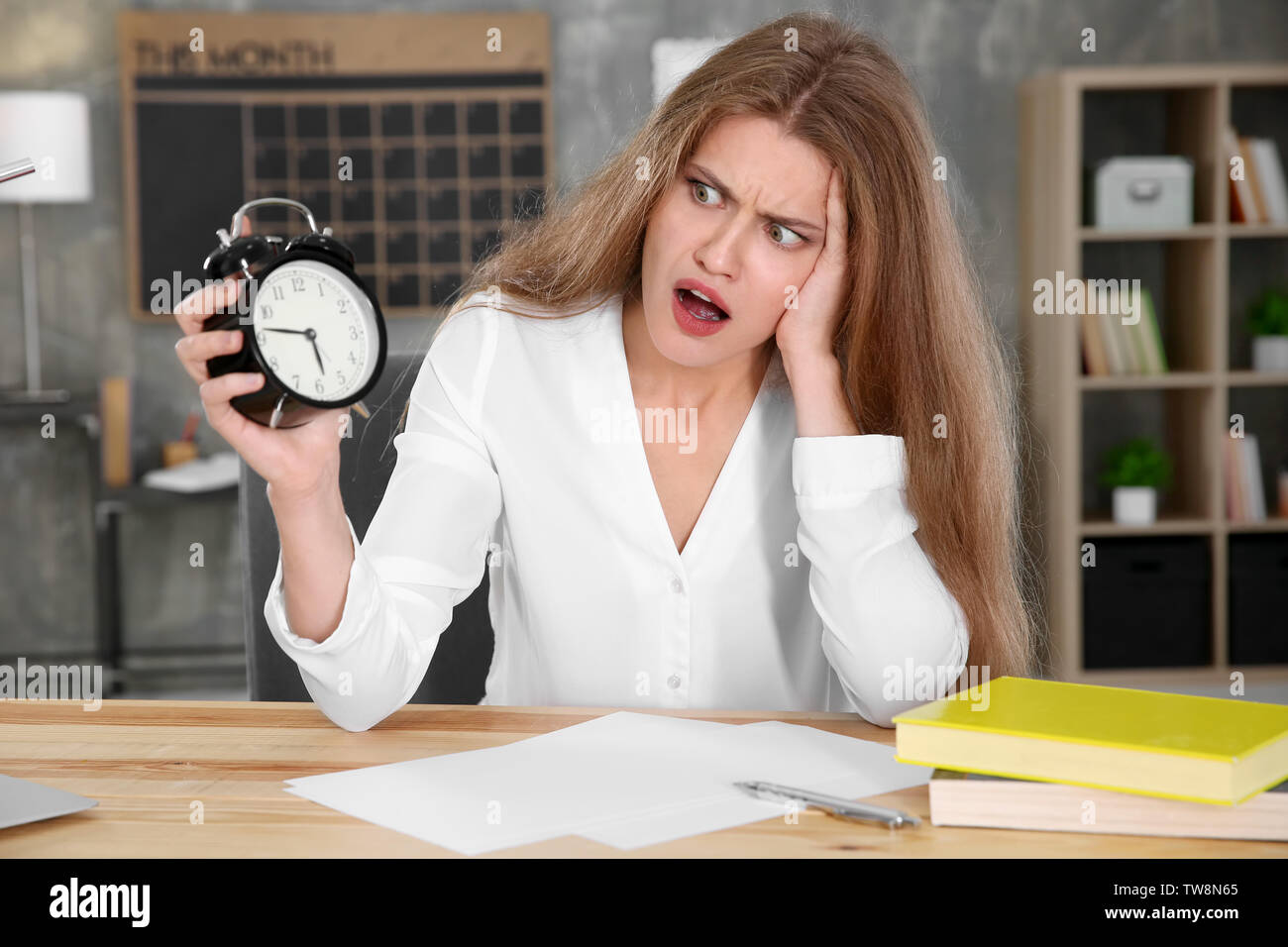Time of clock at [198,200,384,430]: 5:45
